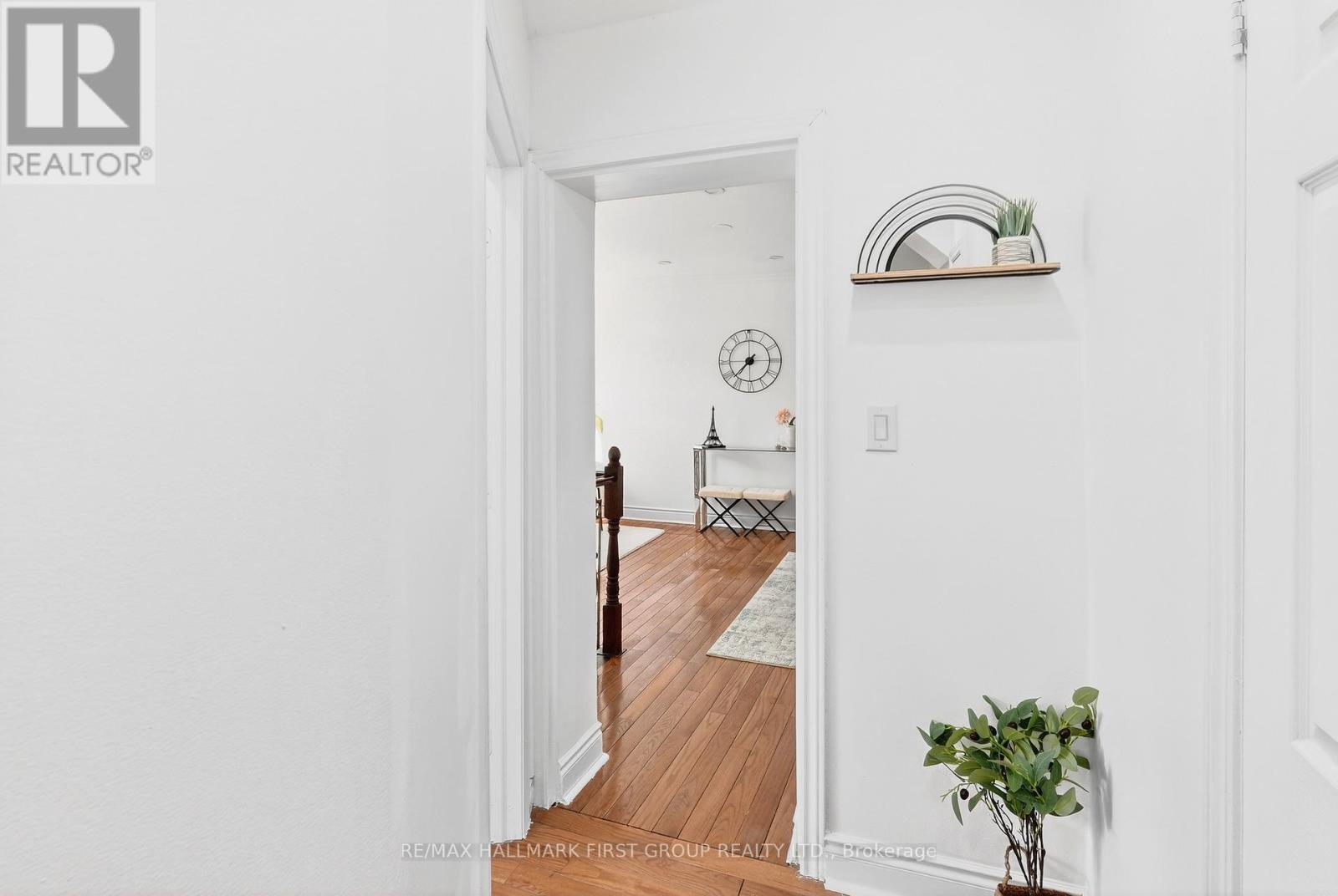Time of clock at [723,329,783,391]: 7:37
